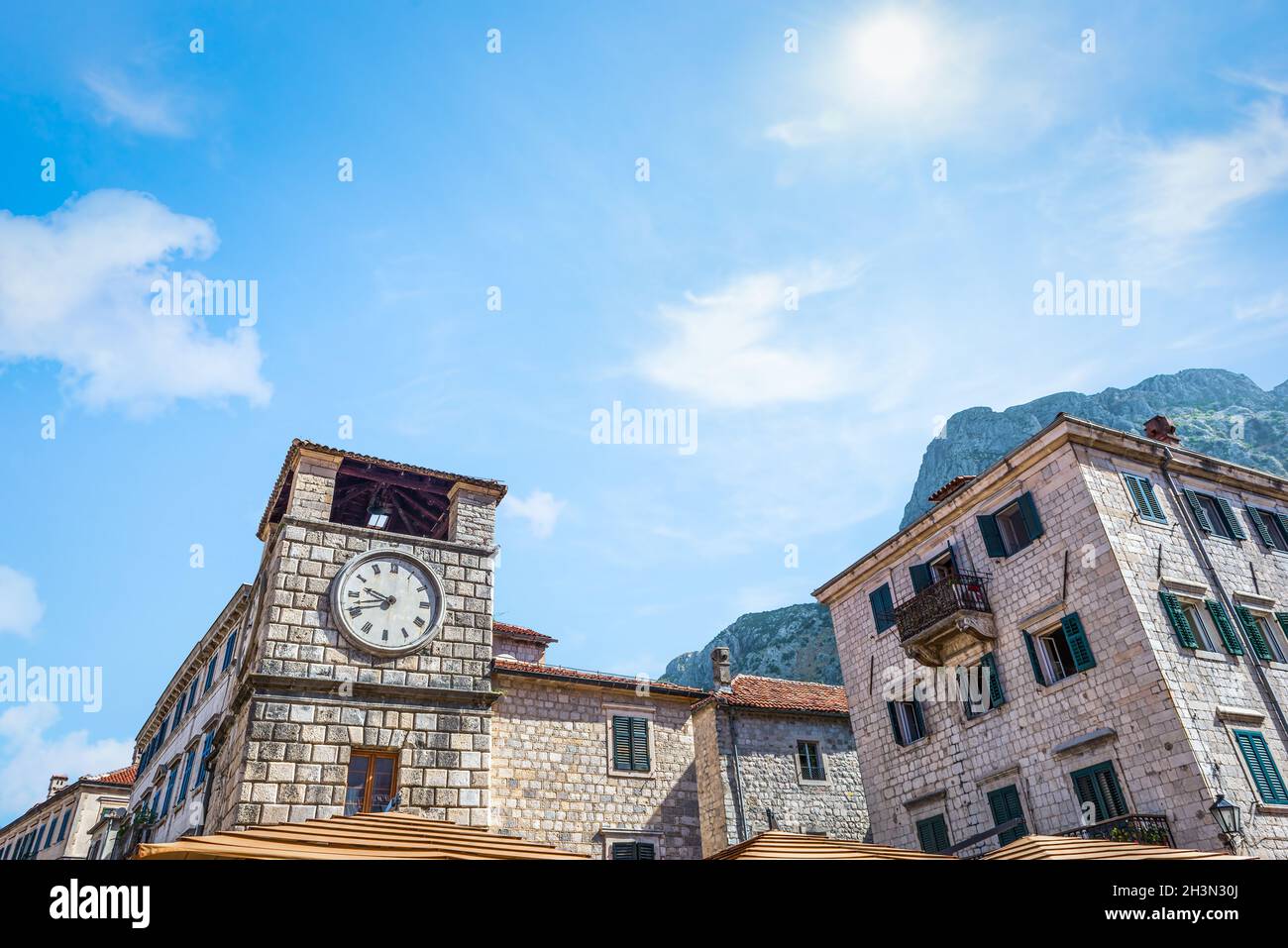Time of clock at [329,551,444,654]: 9:42
